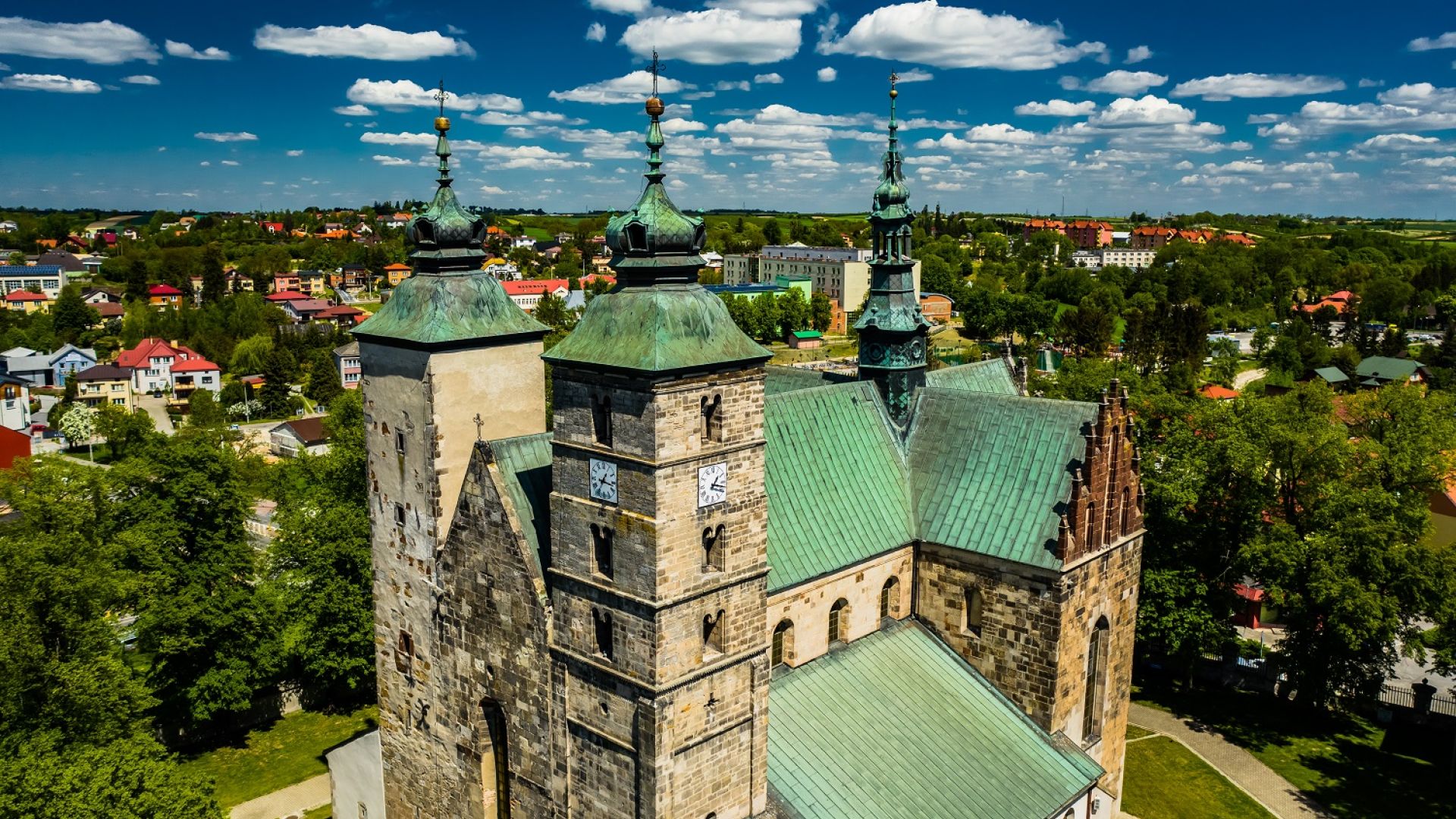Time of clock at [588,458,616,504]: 1:16
